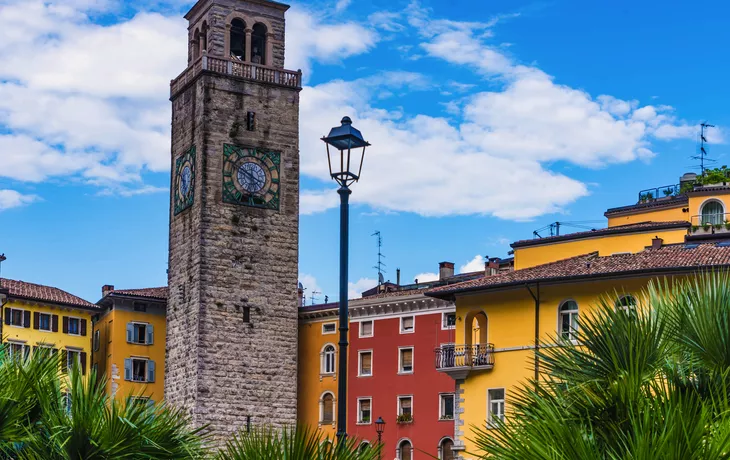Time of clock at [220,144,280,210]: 3:50
